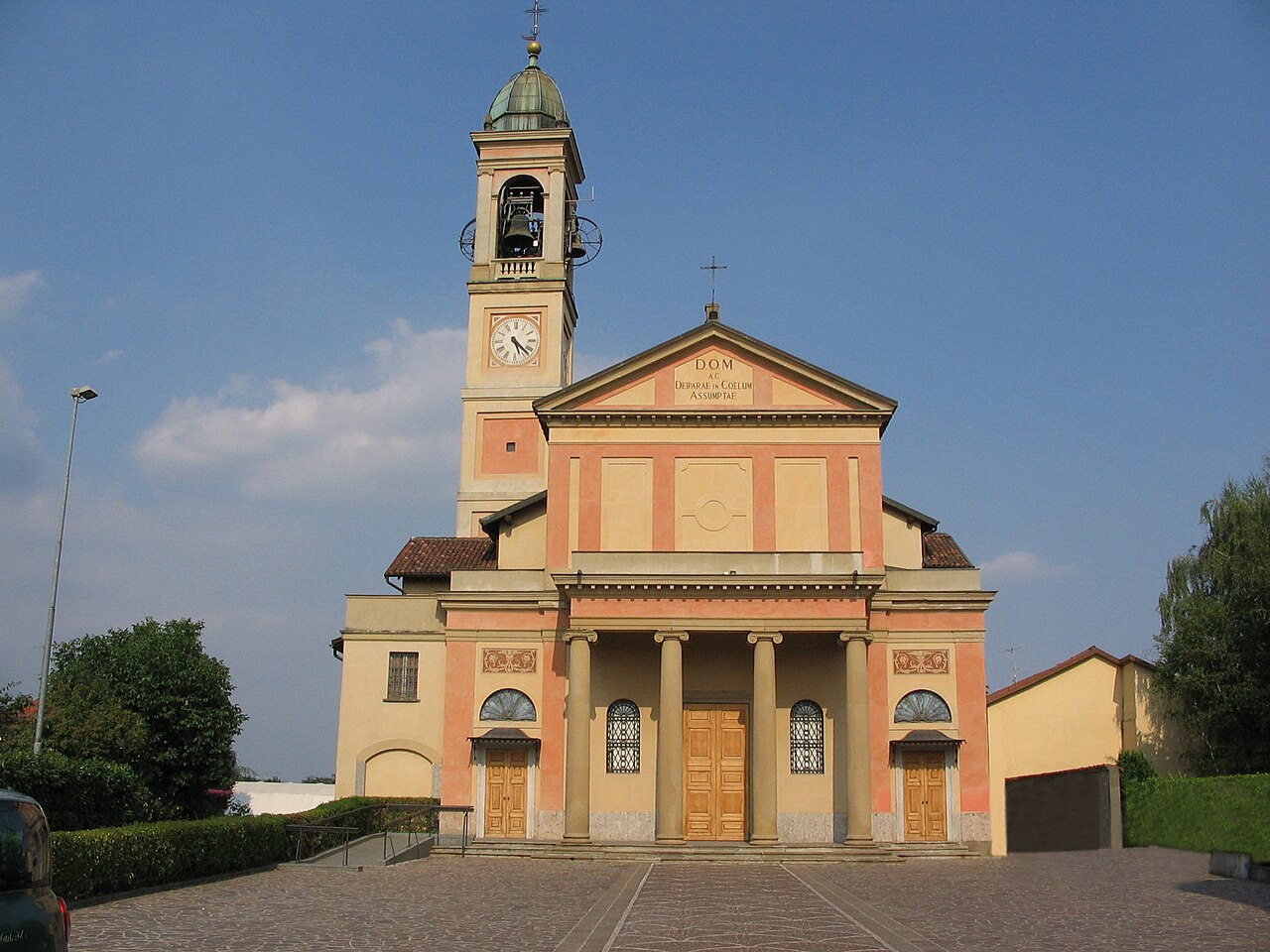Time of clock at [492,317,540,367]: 5:22
